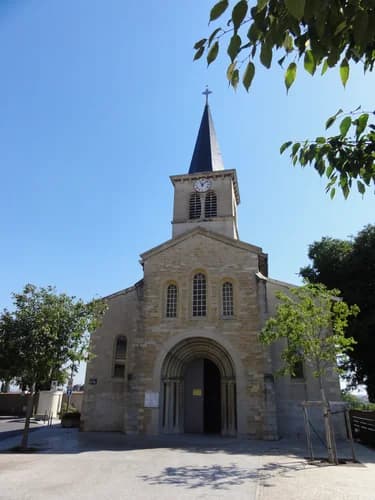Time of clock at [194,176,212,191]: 11:07
